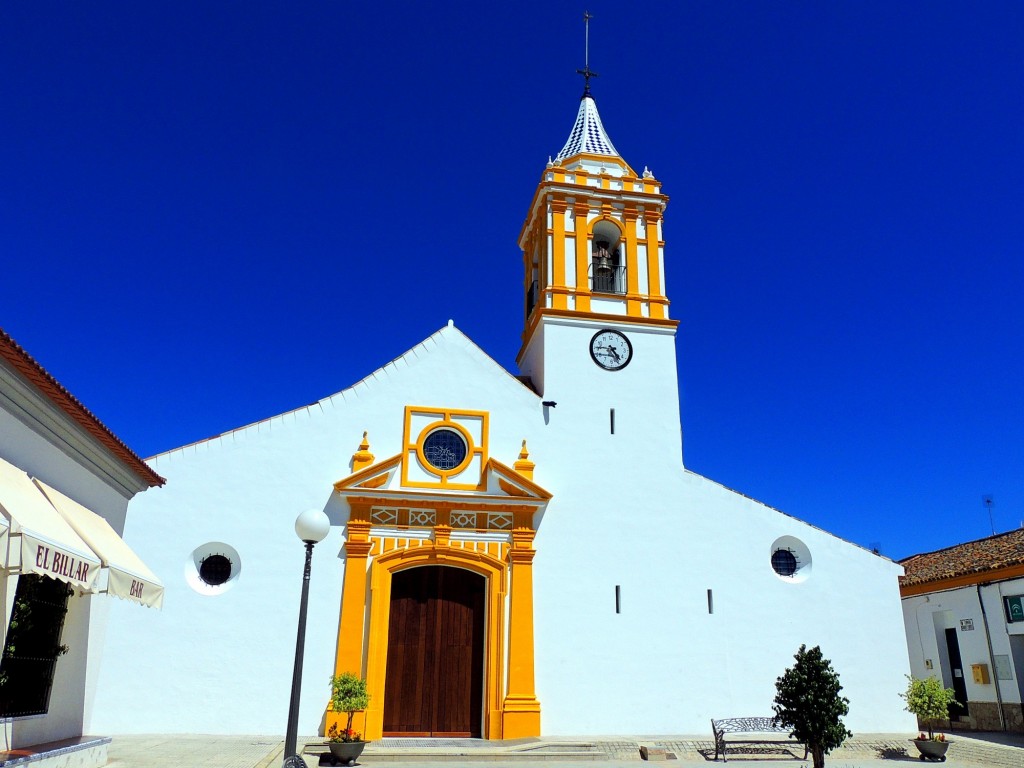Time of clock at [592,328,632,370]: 4:45
